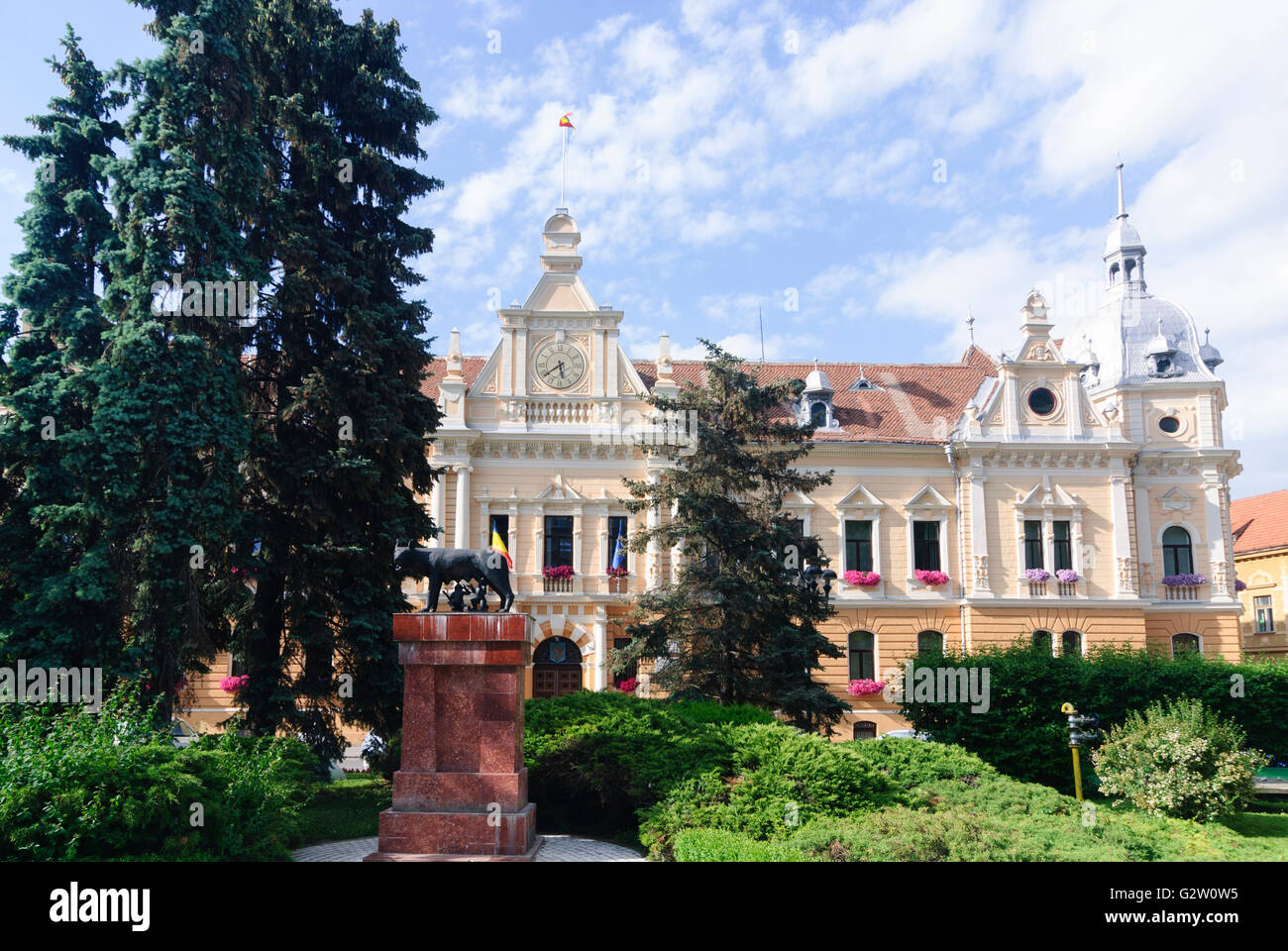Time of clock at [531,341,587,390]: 5:39
